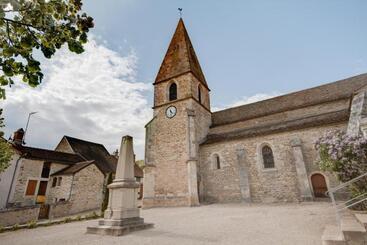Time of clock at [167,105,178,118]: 4:27
